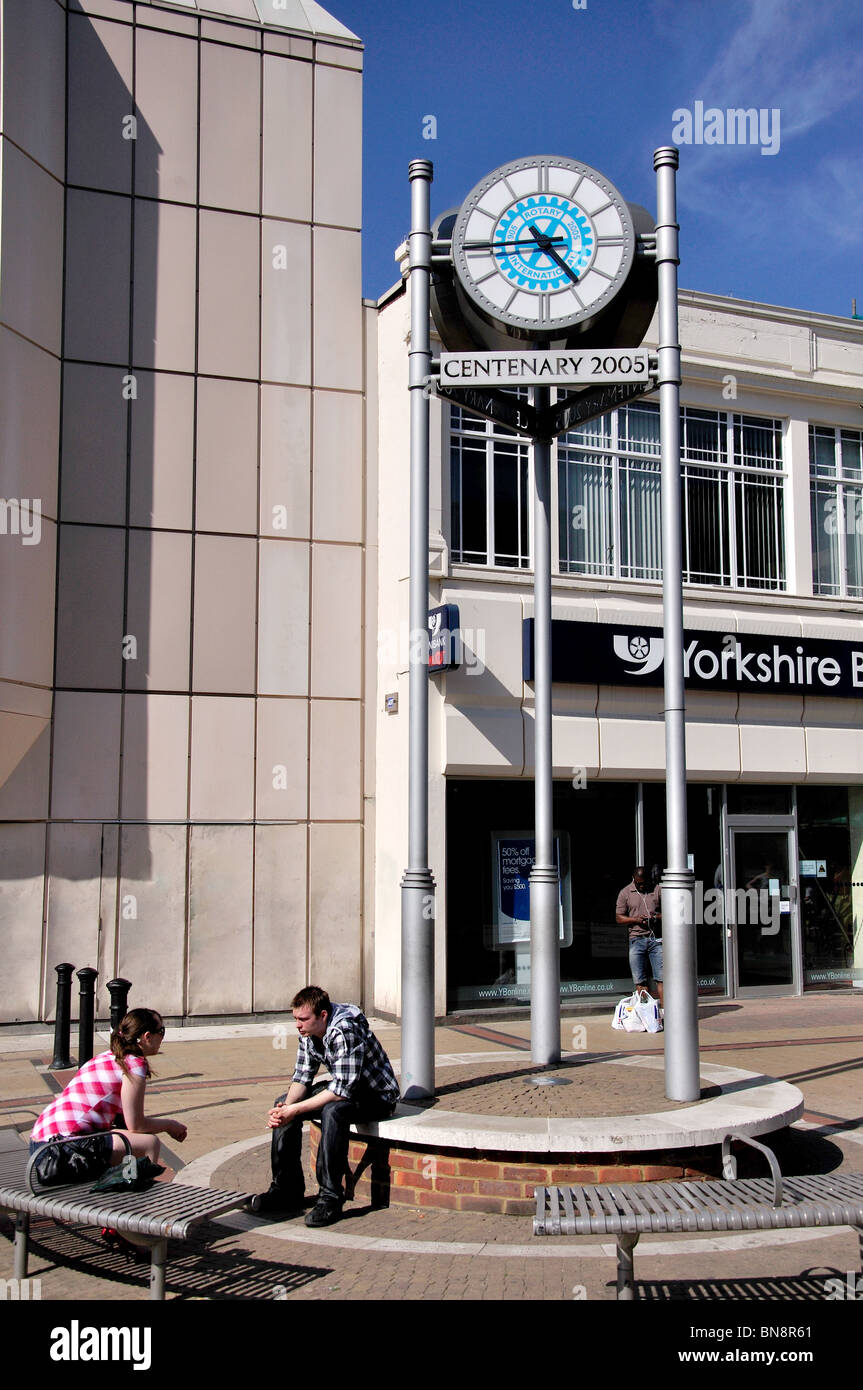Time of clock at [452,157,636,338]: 4:44
